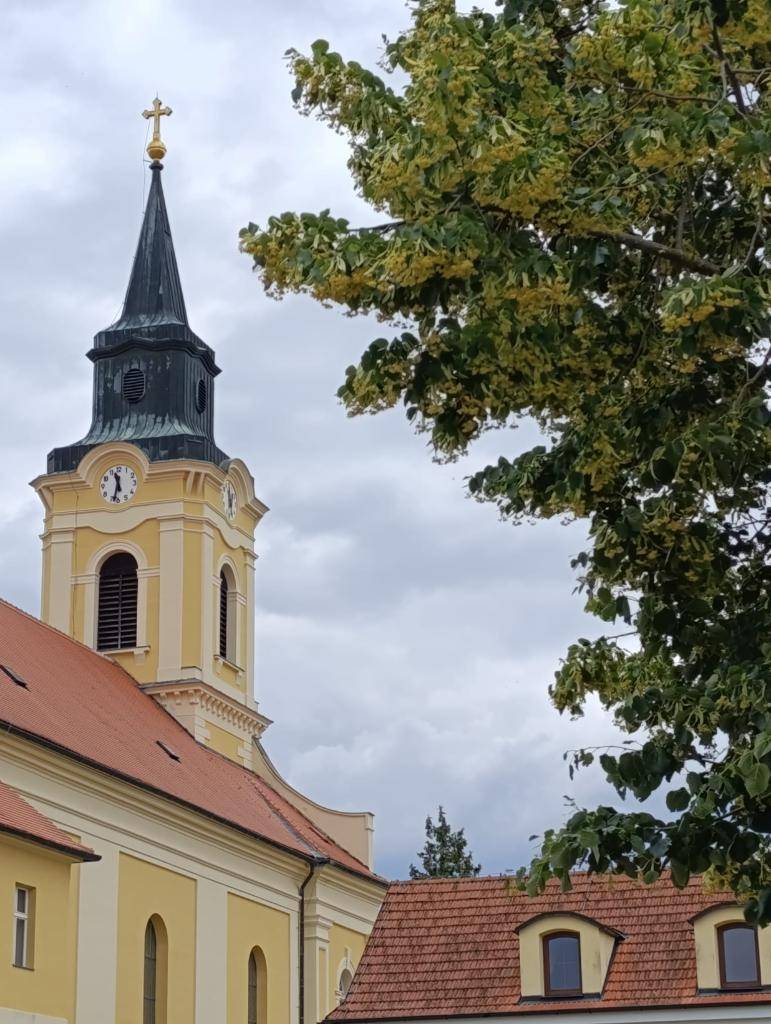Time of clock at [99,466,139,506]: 11:32
